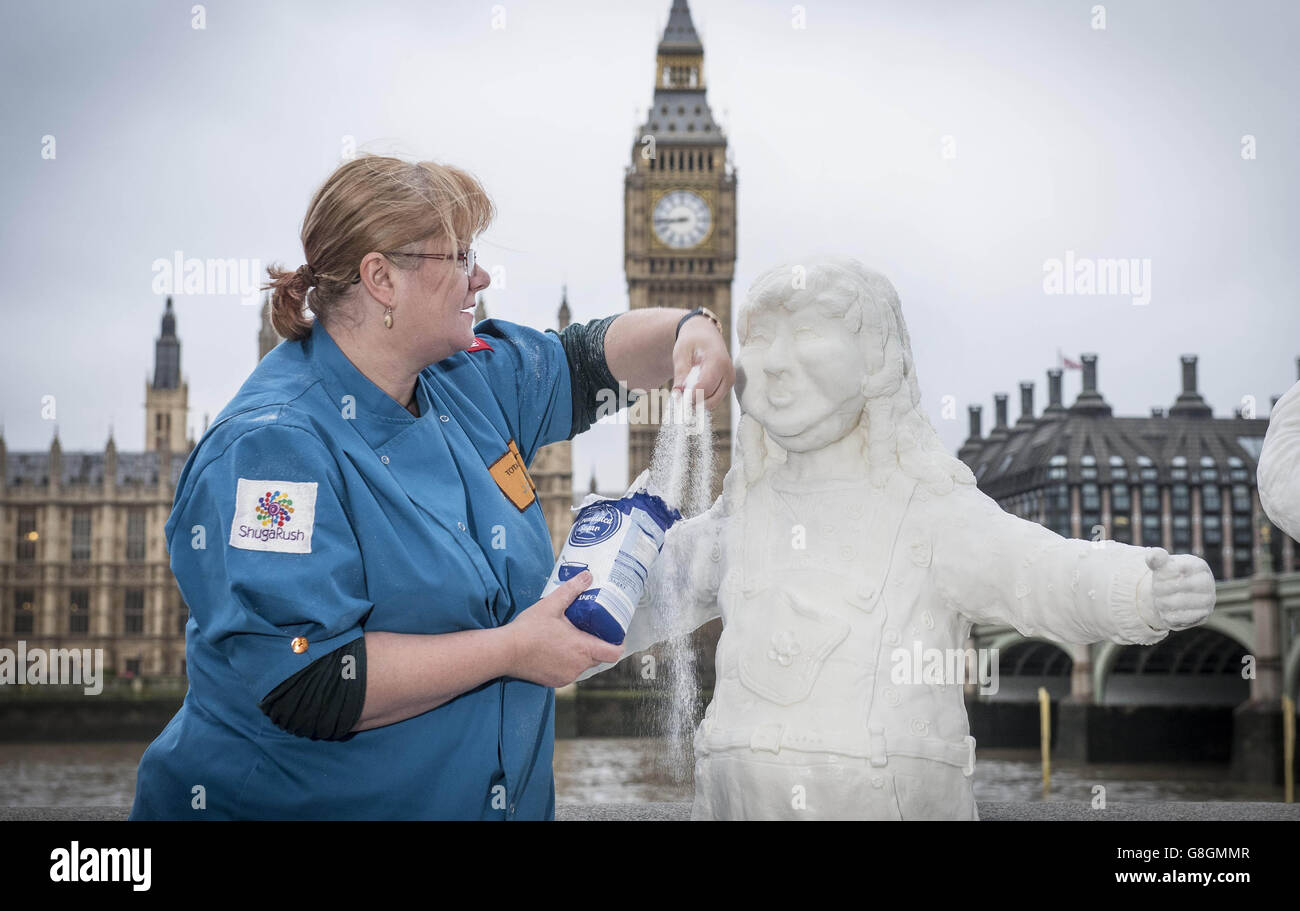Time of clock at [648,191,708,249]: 8:44
